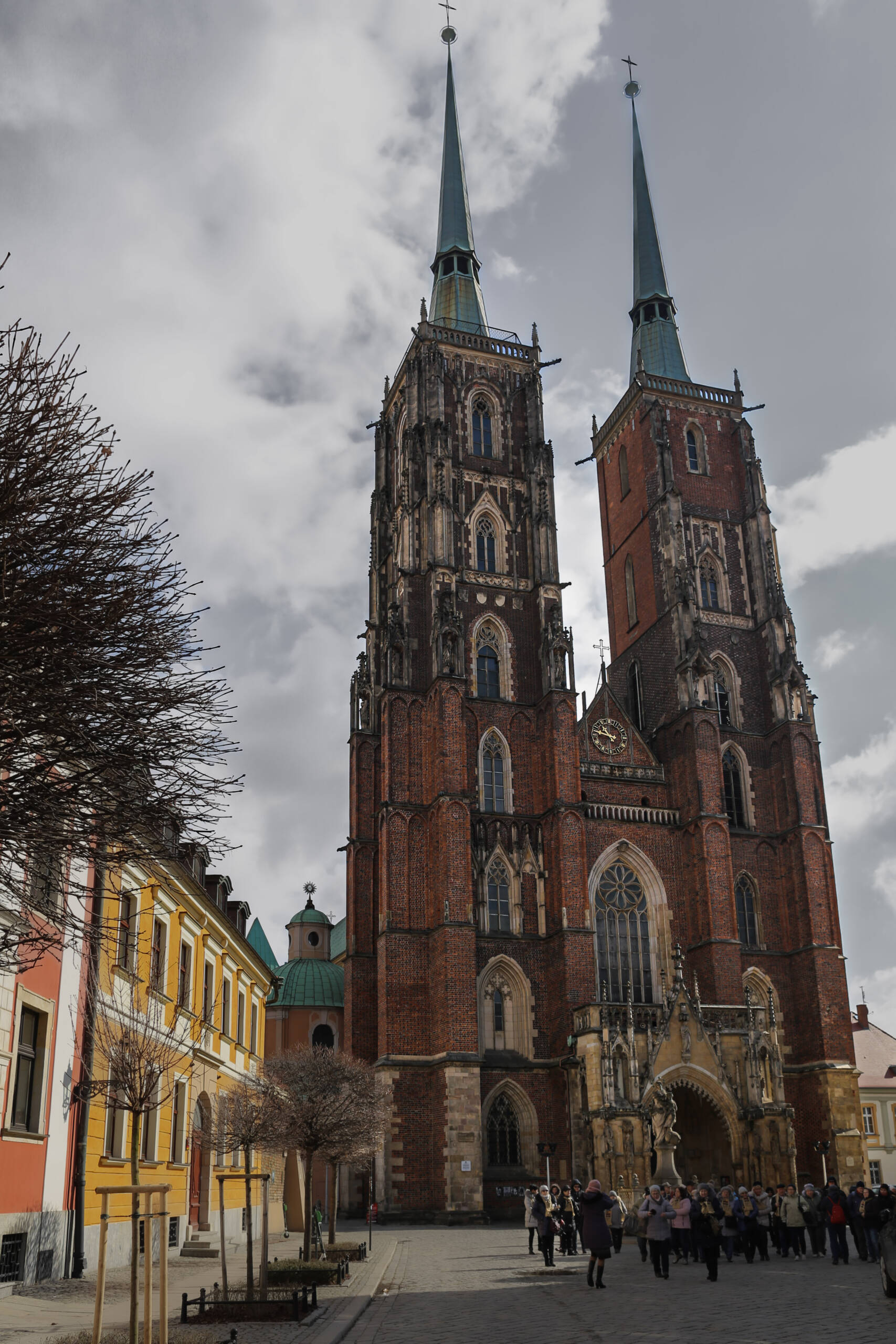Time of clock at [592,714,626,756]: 10:47
